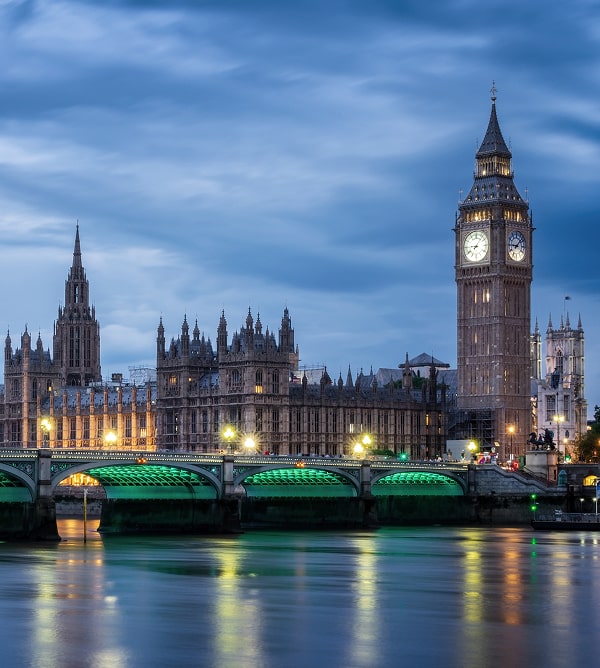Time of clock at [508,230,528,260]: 9:07
